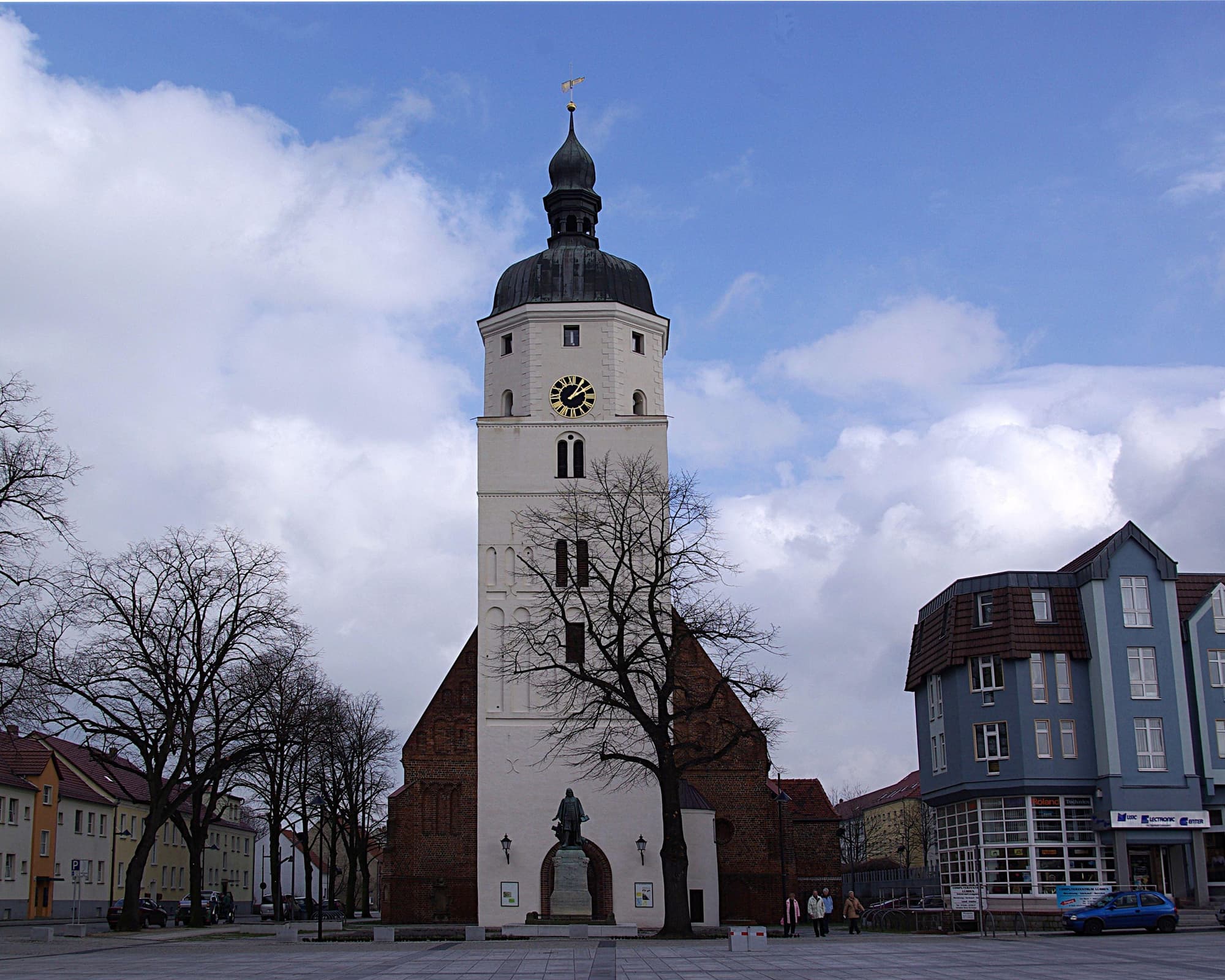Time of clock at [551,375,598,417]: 1:09
